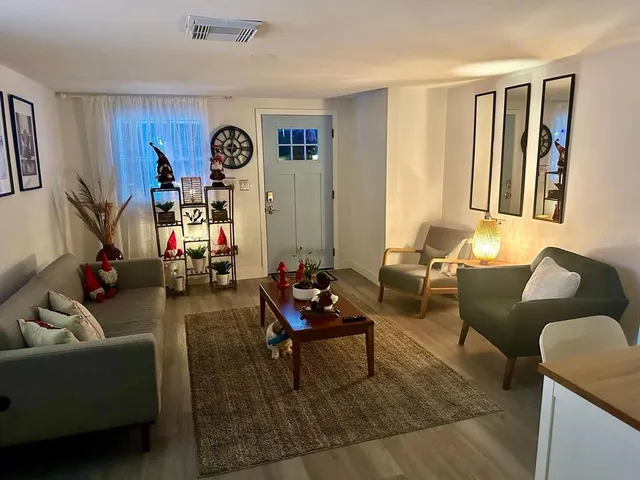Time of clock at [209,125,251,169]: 5:59
